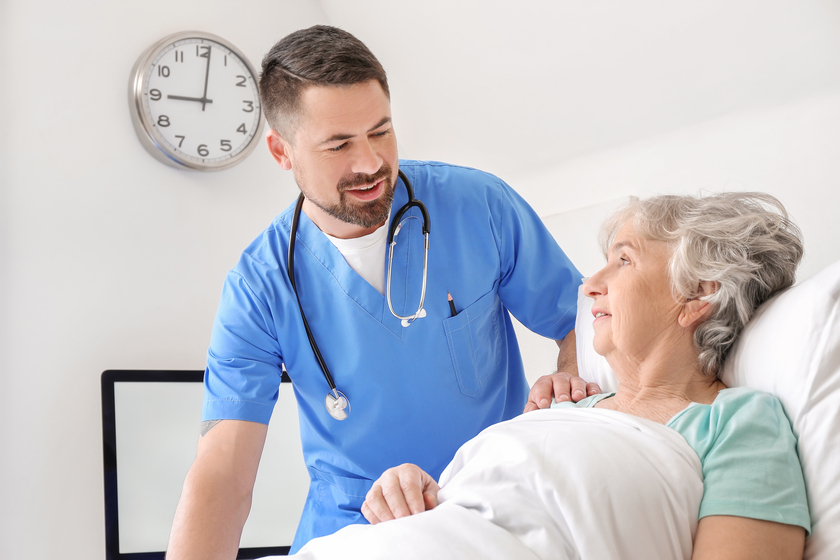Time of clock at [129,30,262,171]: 9:01
